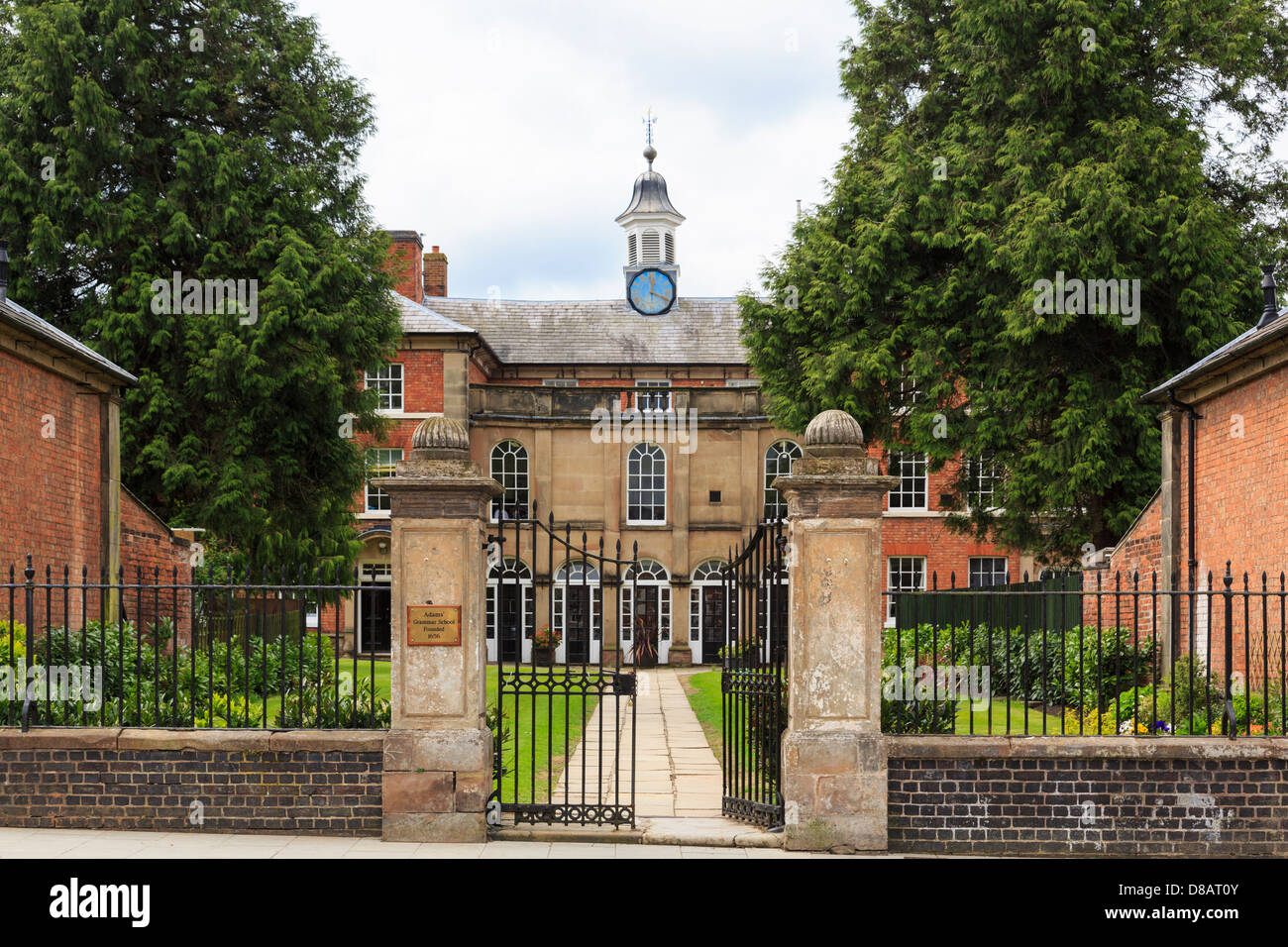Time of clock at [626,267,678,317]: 12:19
